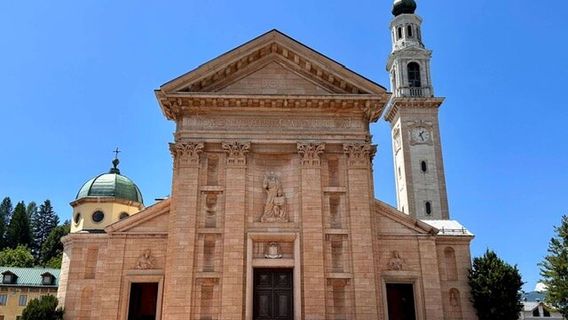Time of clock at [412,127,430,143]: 1:26
